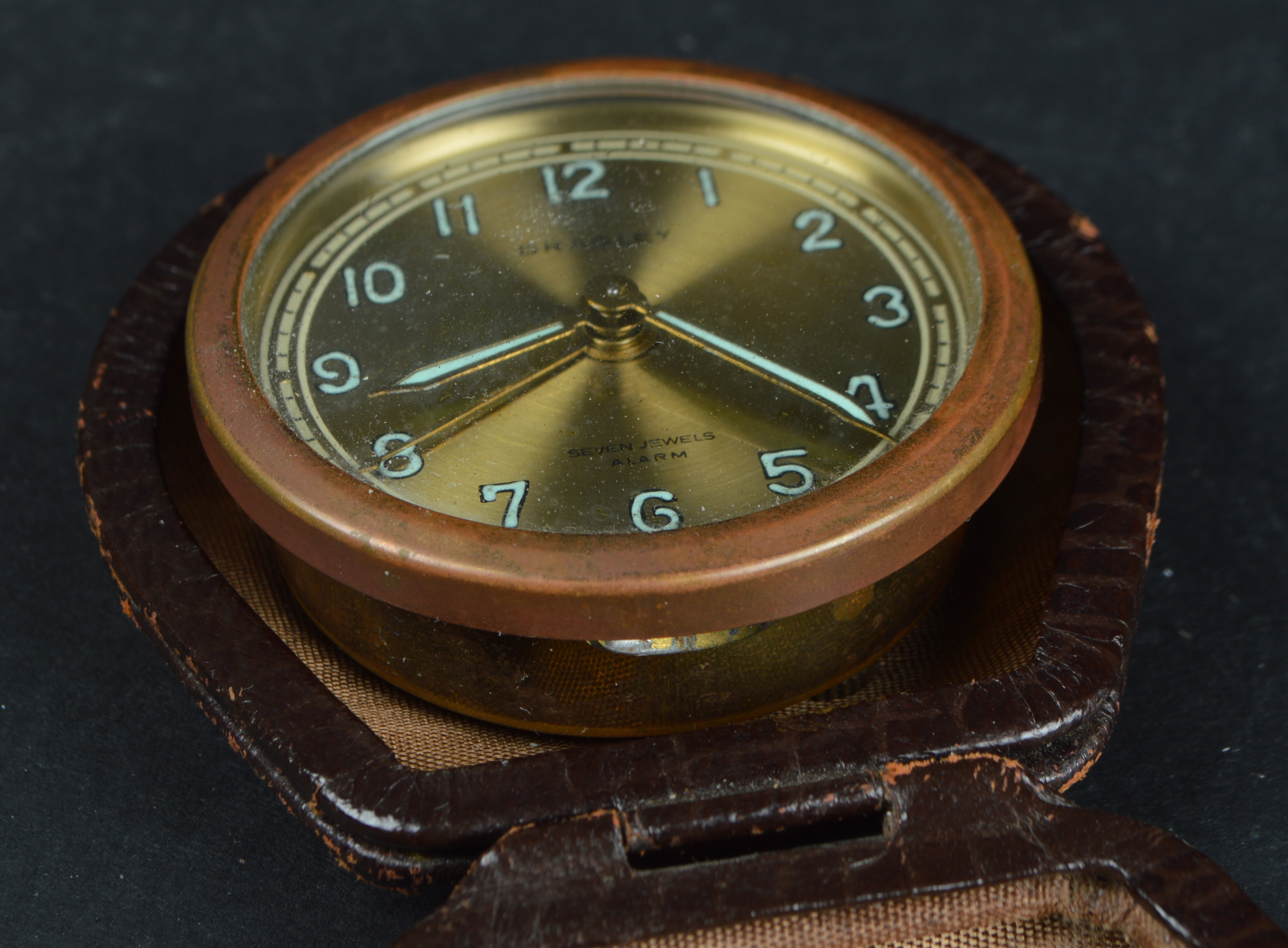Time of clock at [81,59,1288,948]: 8:21
